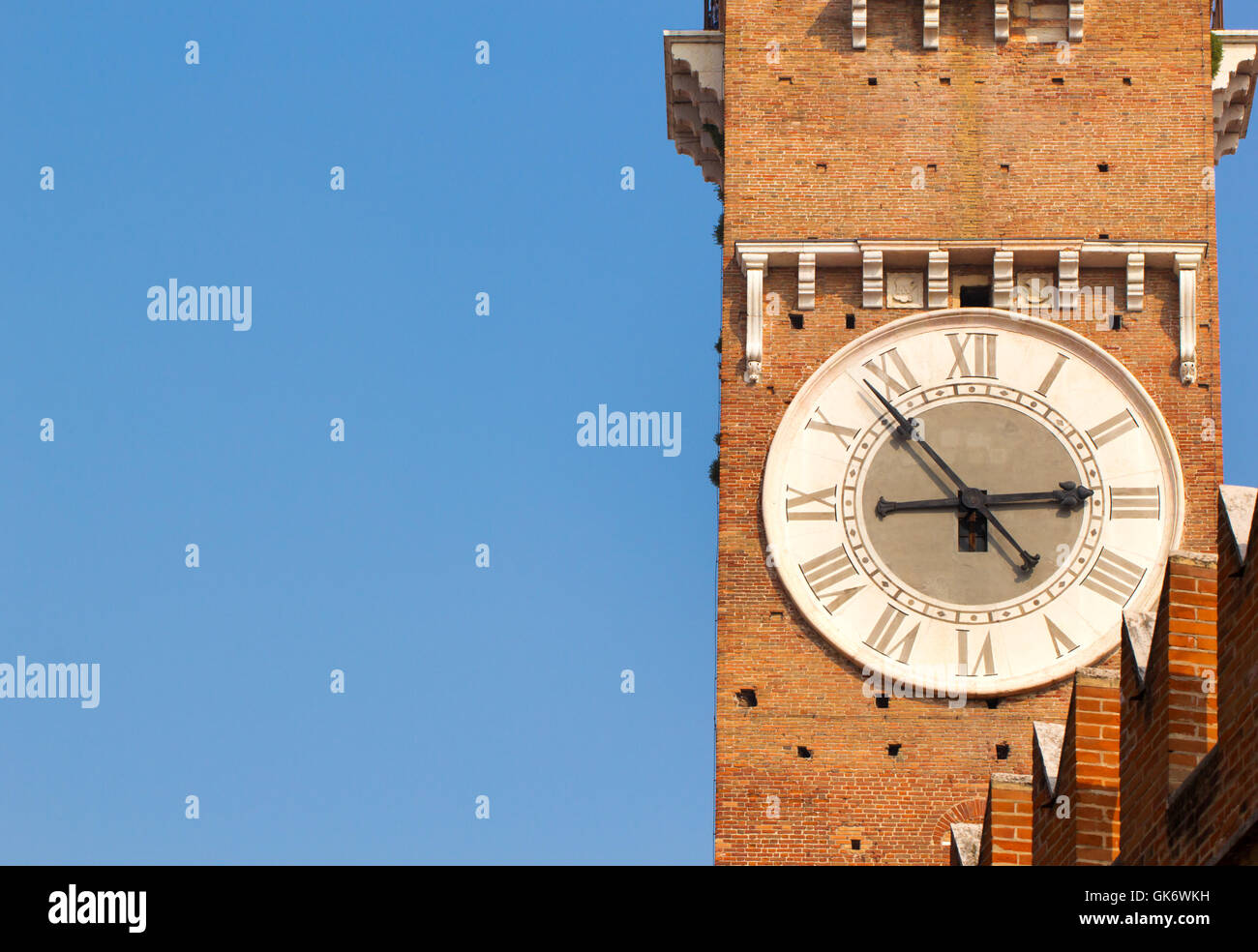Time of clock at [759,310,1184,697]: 2:53
